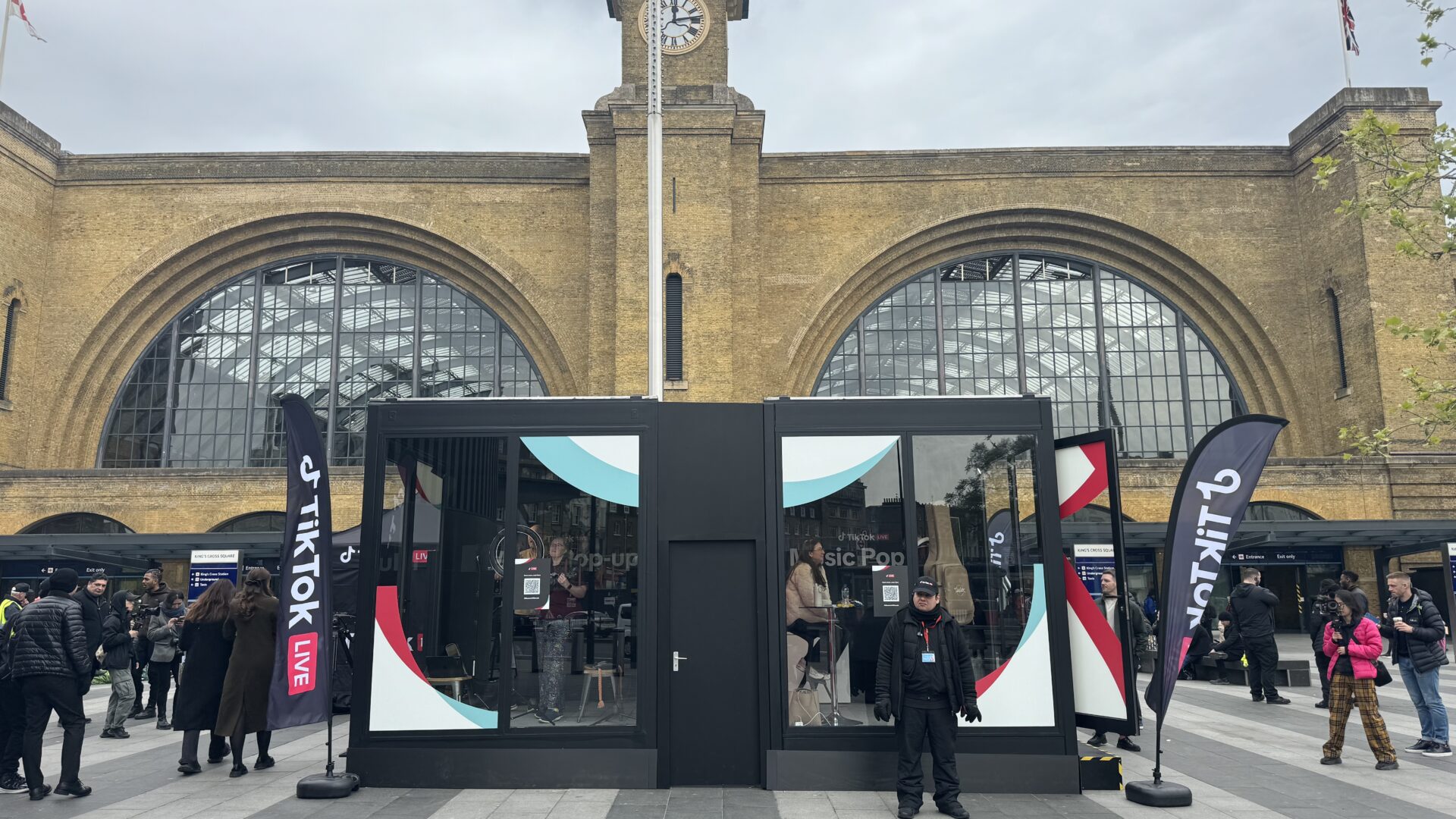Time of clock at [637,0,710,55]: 12:13
